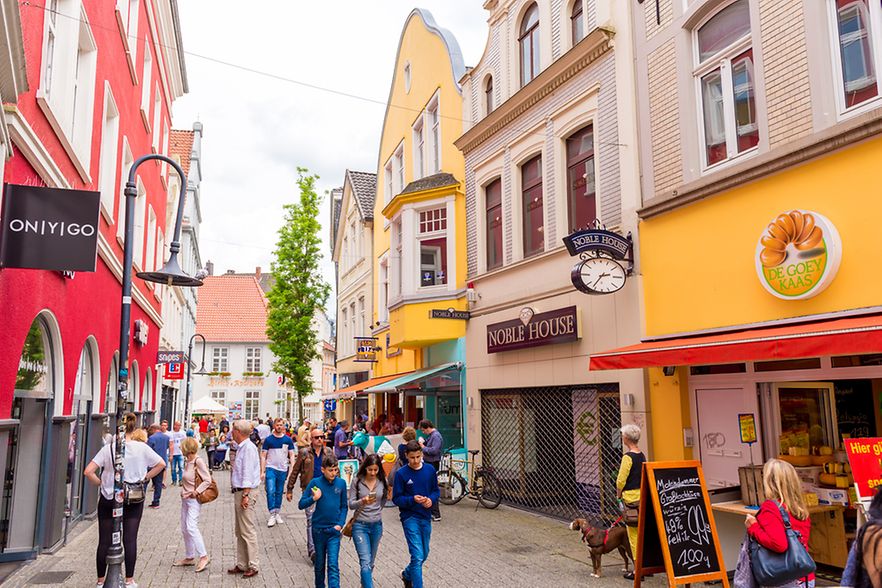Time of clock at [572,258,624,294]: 2:36
